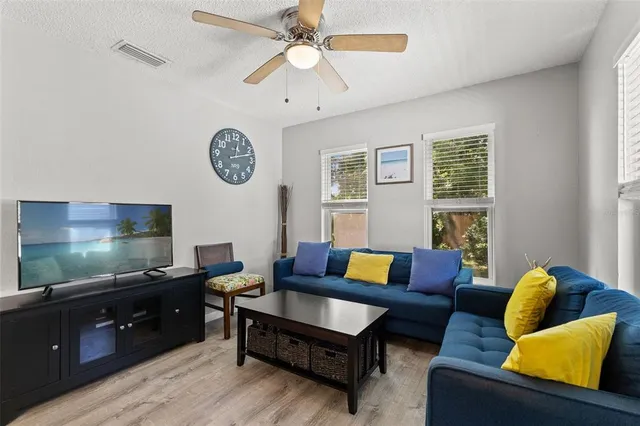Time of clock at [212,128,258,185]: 12:12
